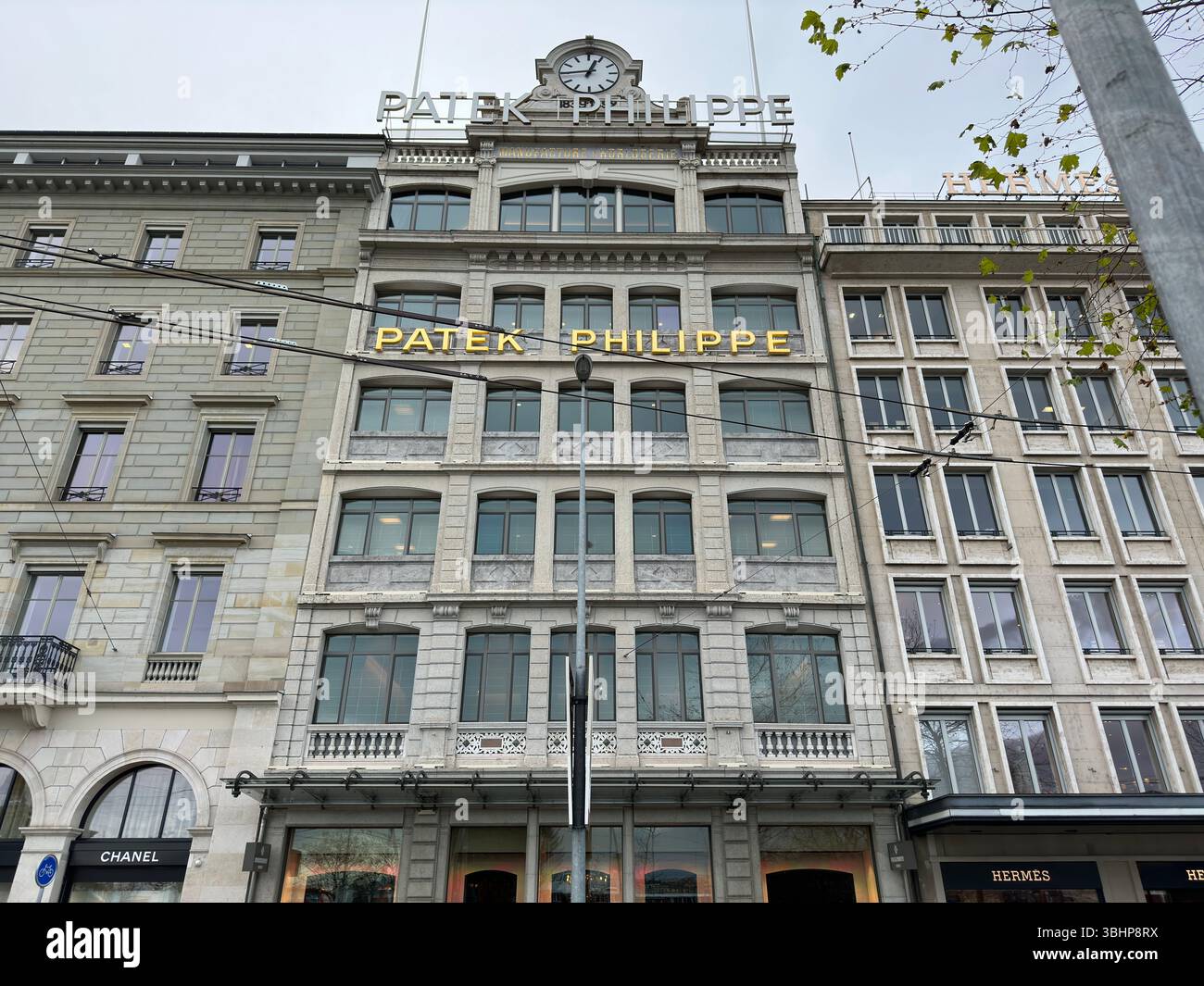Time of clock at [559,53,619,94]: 12:44
